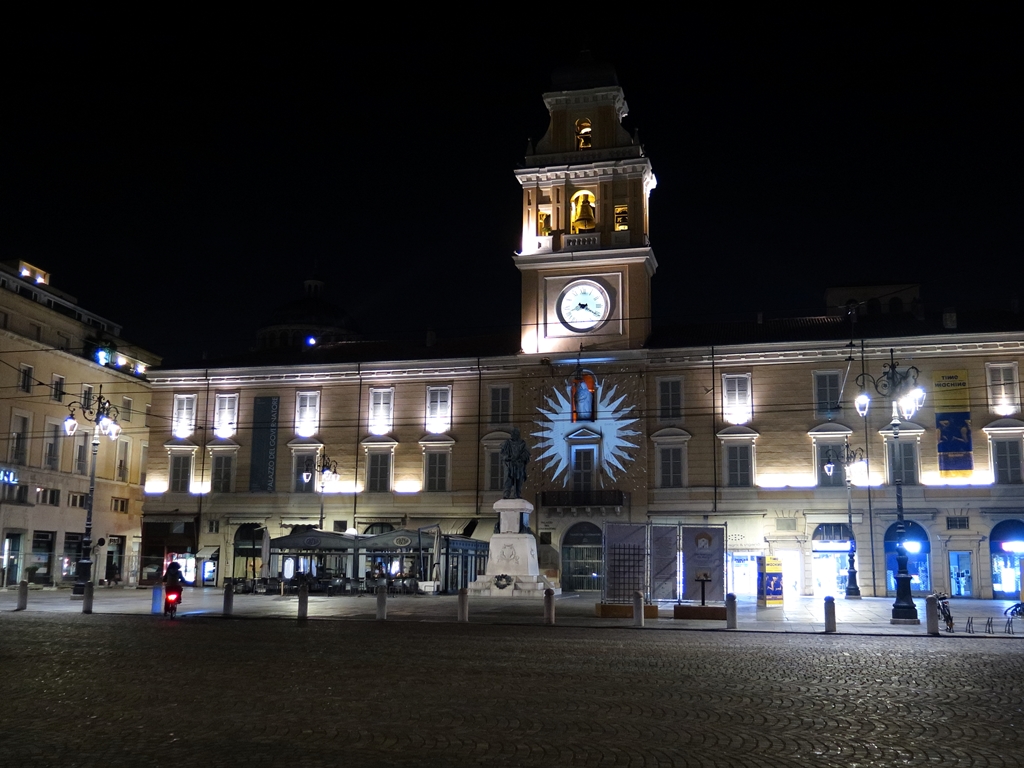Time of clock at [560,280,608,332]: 8:20
